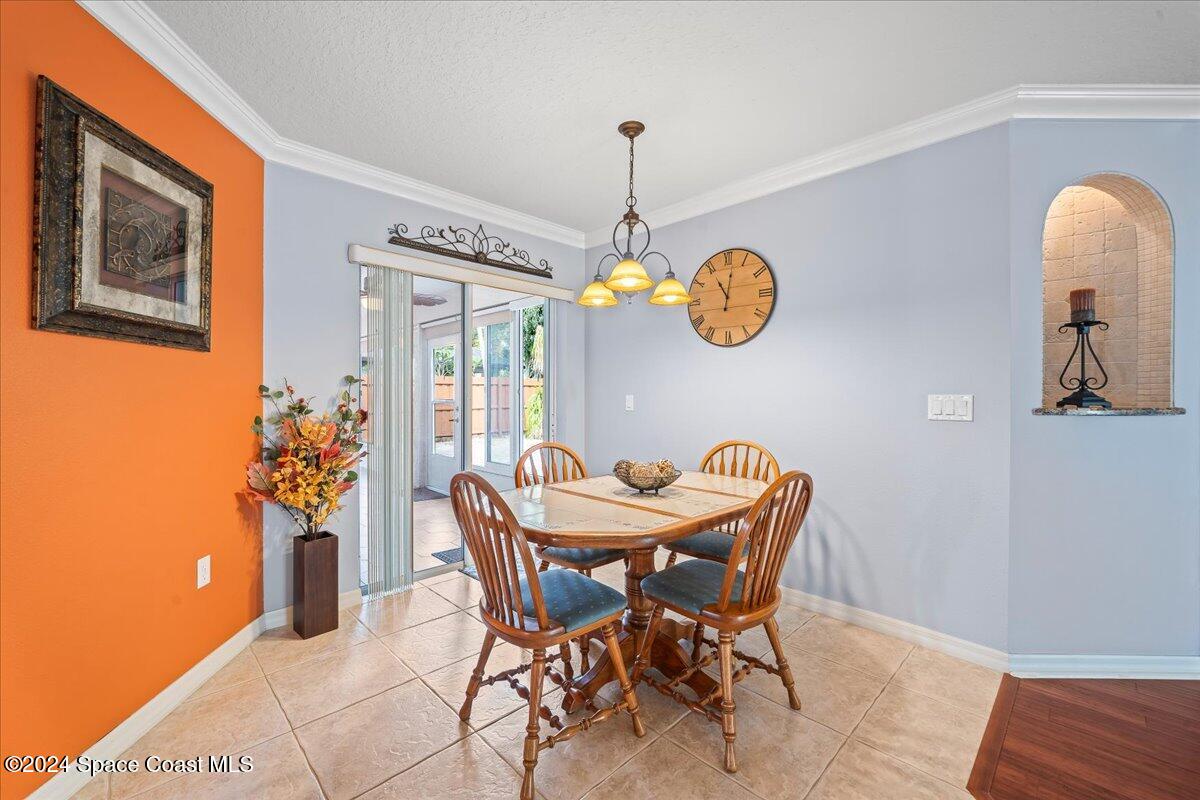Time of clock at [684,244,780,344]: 11:01
